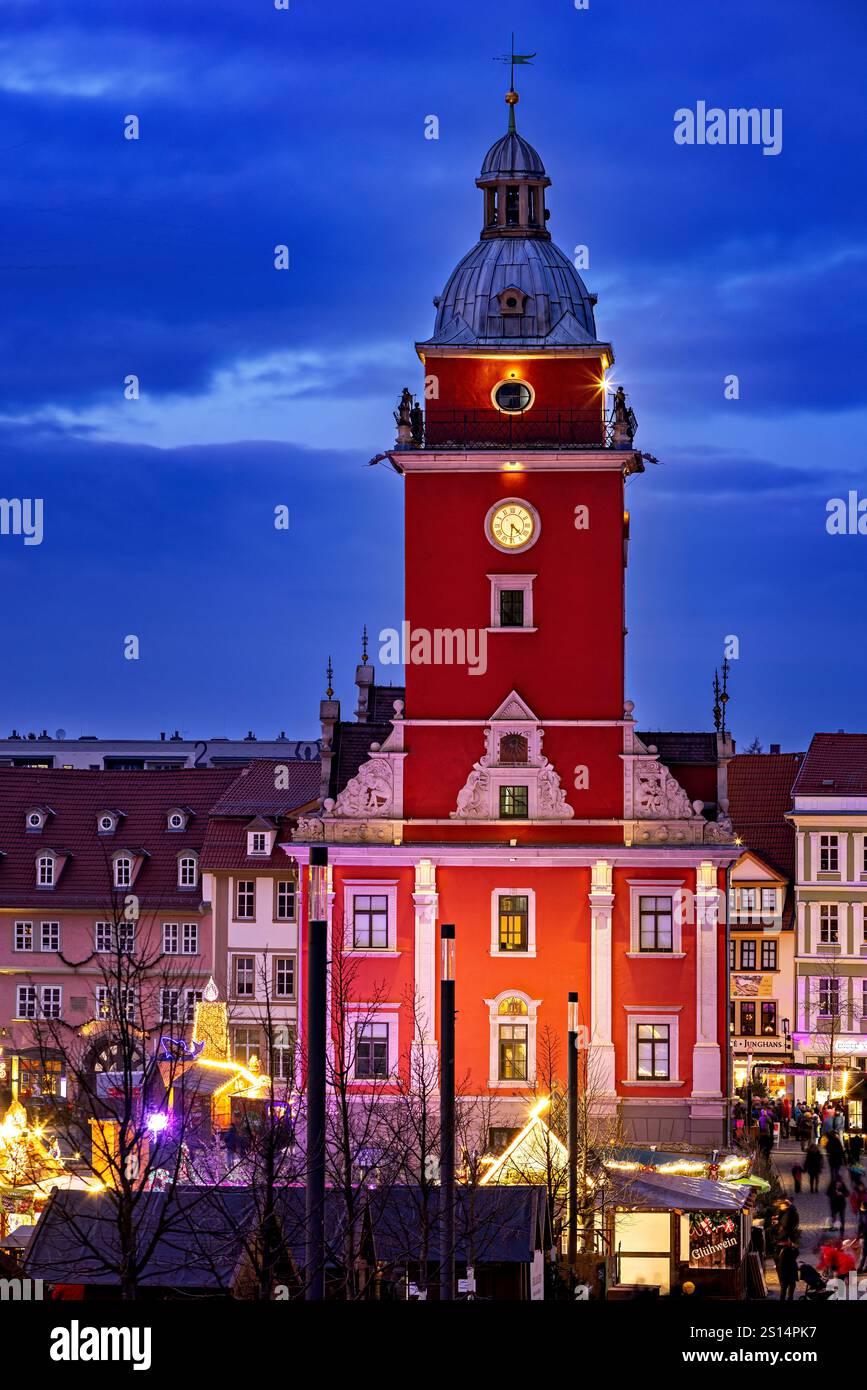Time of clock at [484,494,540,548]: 4:30
